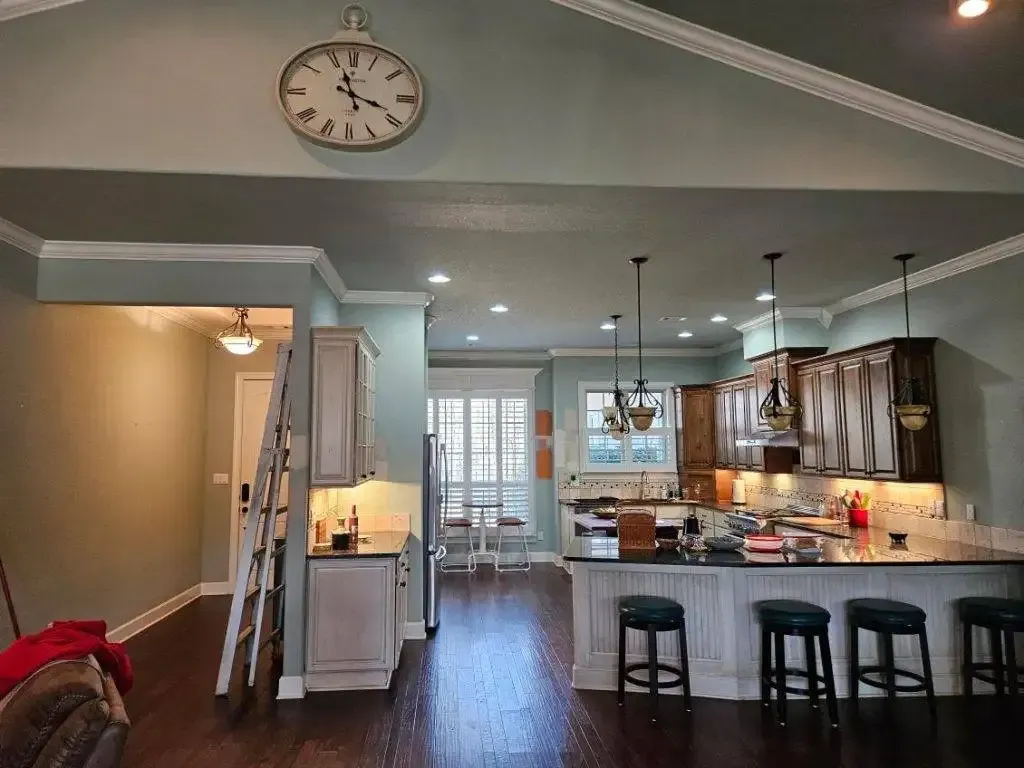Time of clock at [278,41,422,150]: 11:18
